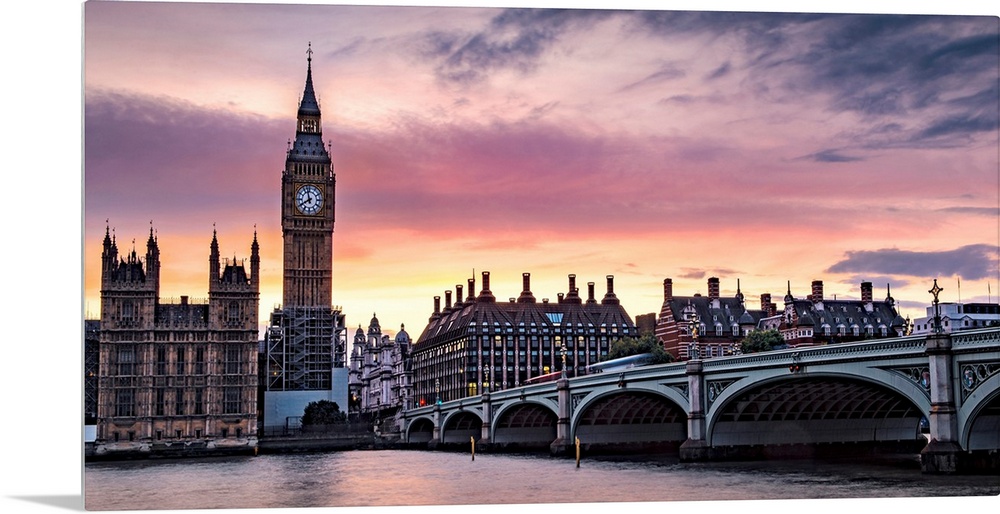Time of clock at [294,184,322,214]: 7:57
